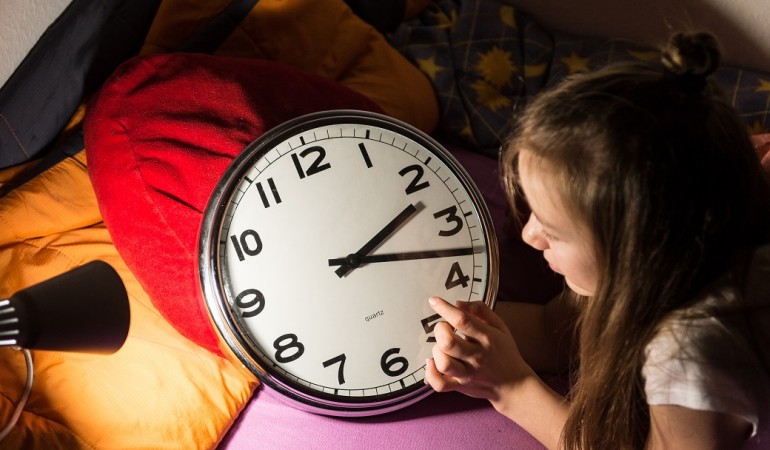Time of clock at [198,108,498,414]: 2:18
